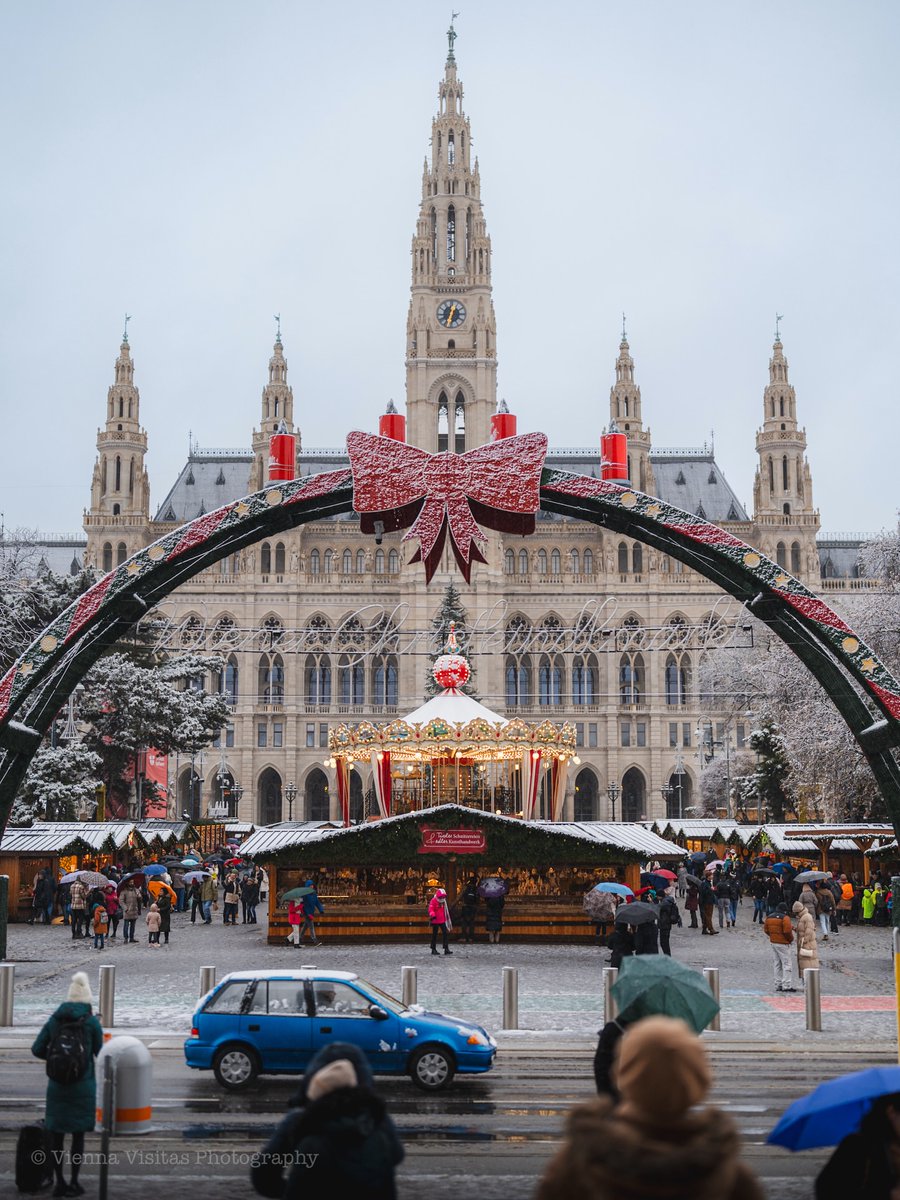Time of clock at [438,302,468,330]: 12:32
